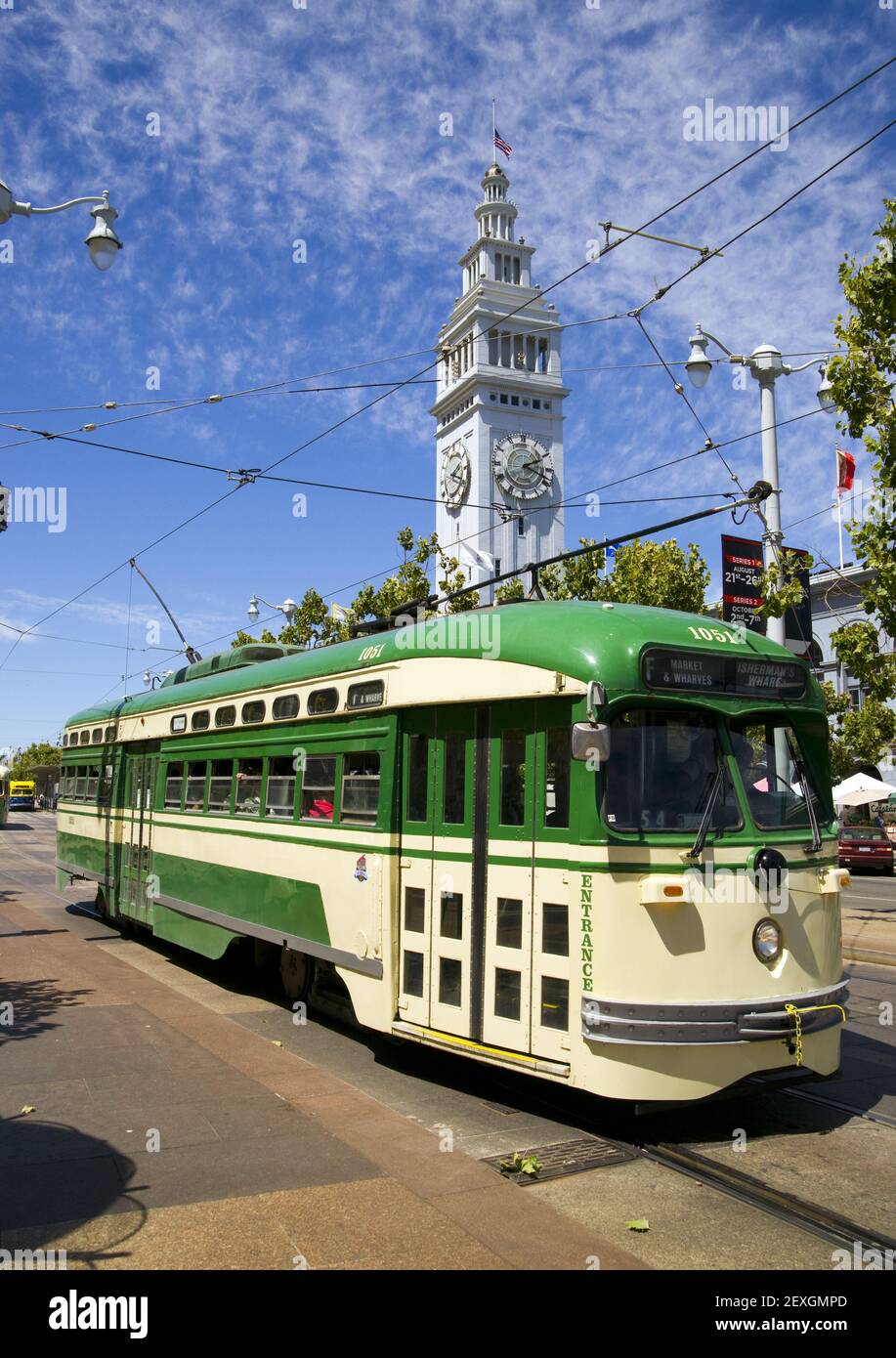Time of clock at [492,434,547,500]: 2:18
